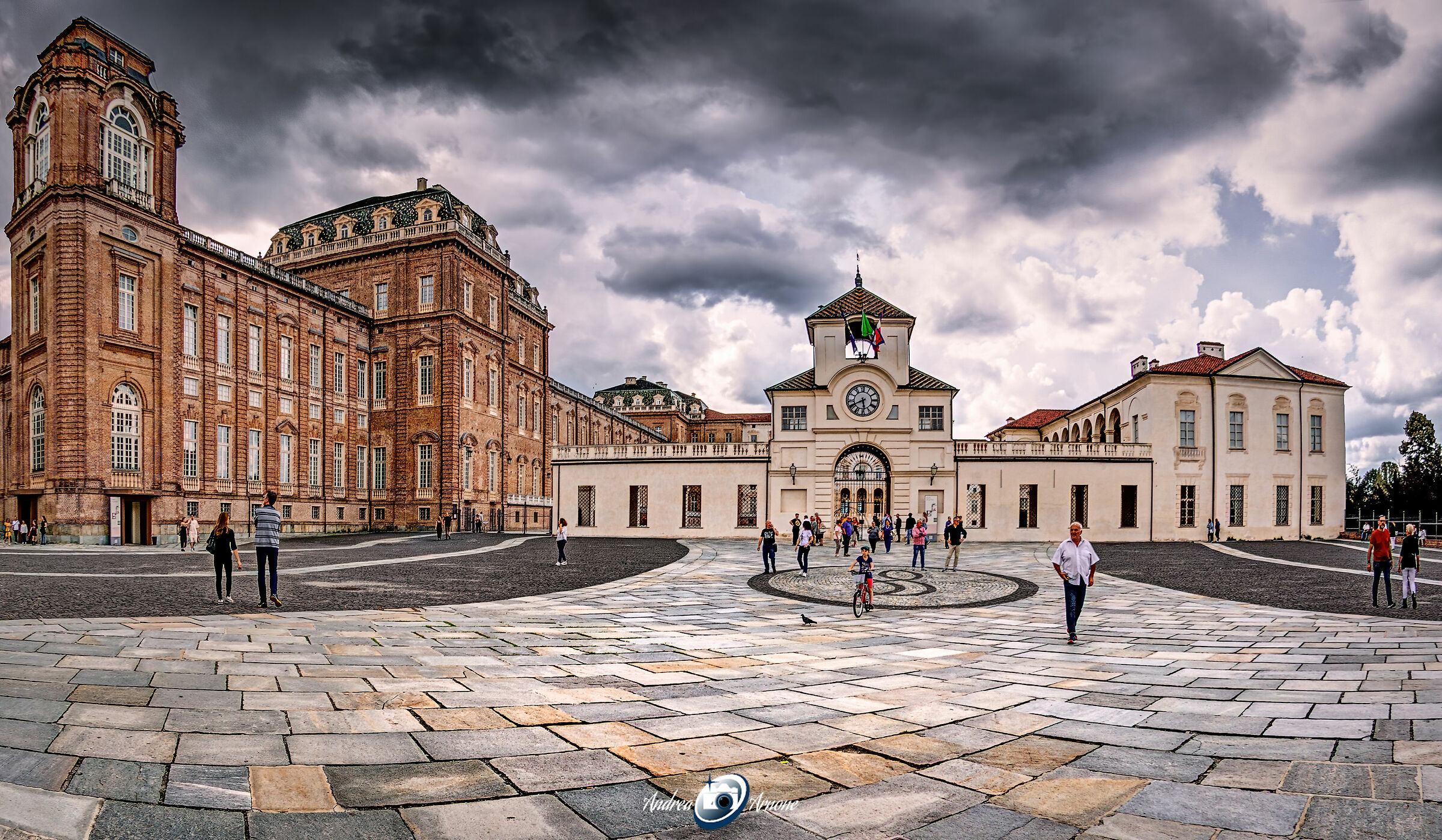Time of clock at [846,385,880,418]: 5:40
